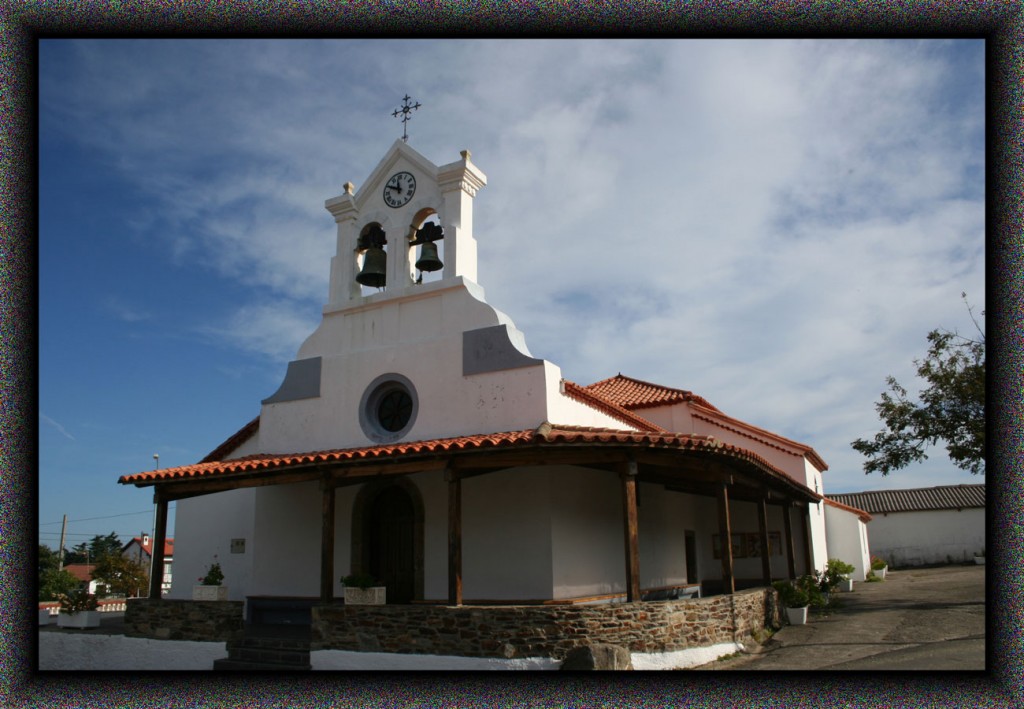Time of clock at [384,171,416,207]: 11:49
